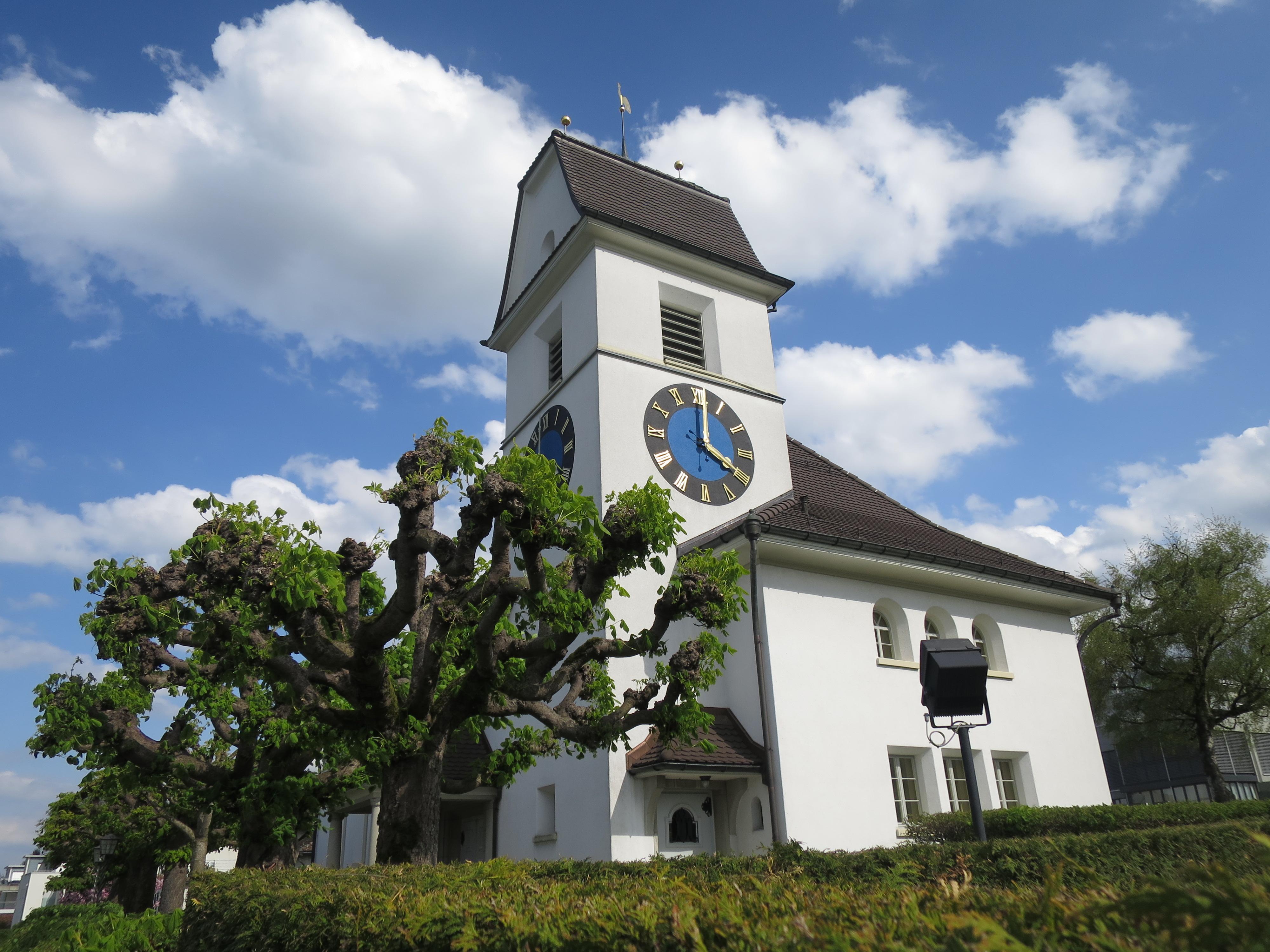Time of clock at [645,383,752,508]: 4:01
